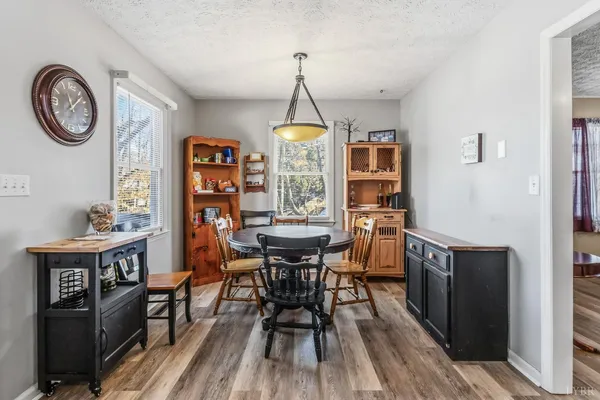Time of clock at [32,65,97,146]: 11:07
